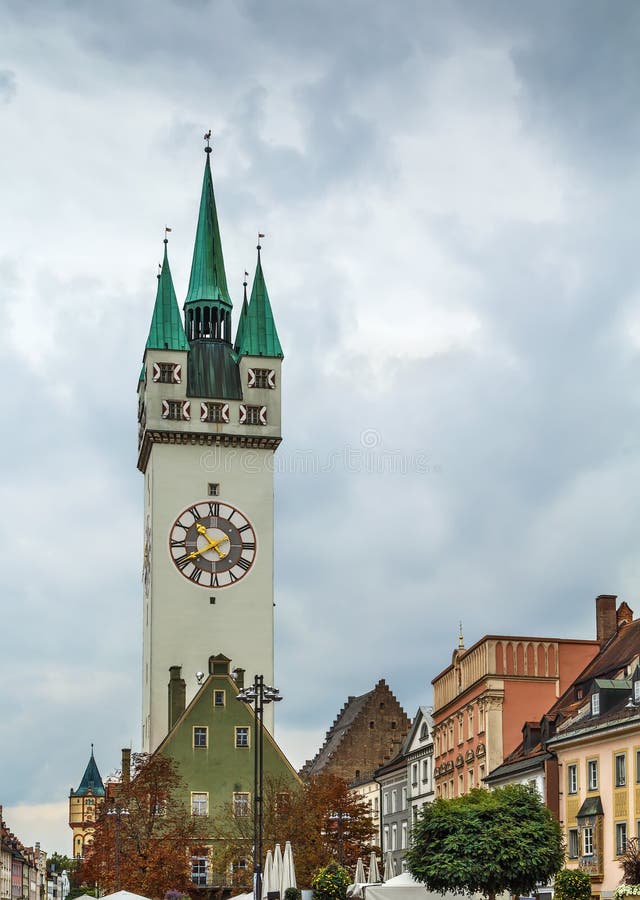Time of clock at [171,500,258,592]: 10:39
